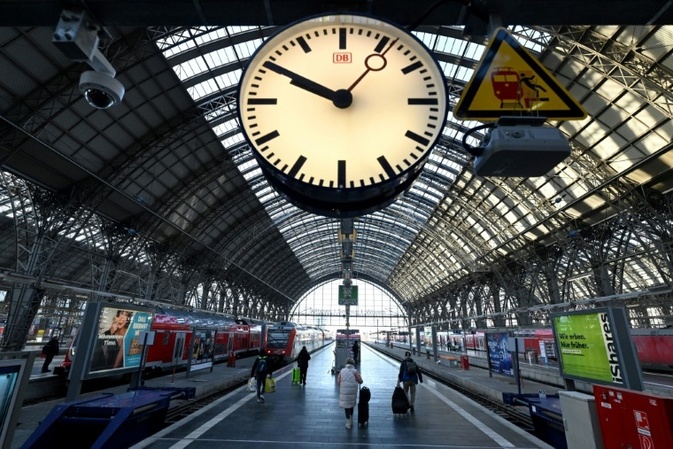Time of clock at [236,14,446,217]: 9:50
